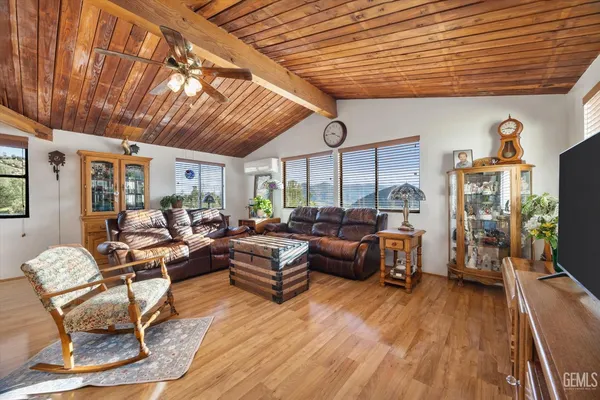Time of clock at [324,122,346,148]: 9:20
